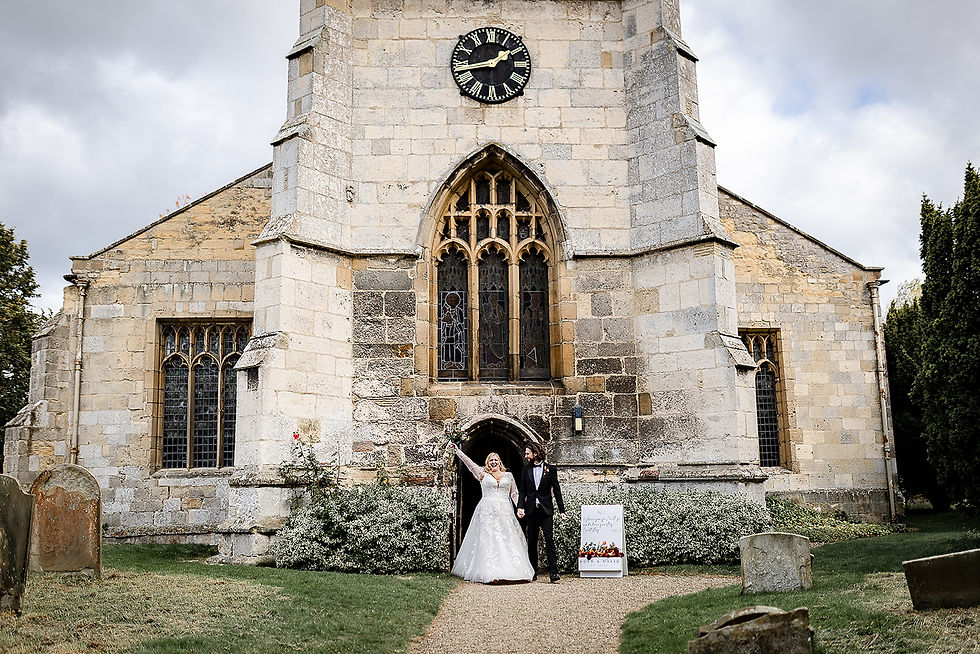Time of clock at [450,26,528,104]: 1:43
